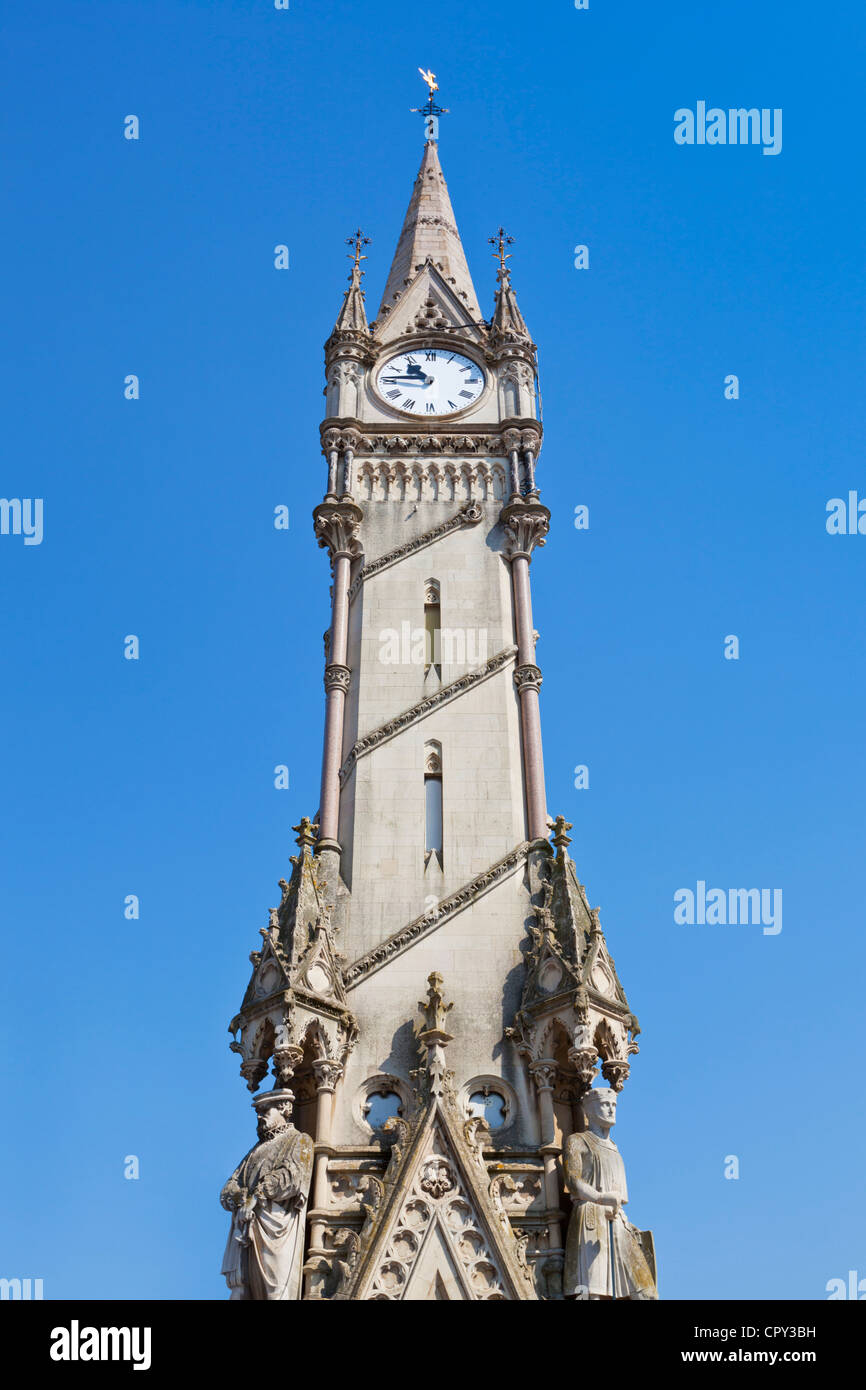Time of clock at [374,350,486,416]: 10:45
